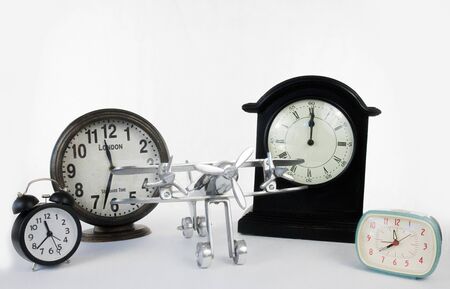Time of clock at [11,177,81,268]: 11:37
